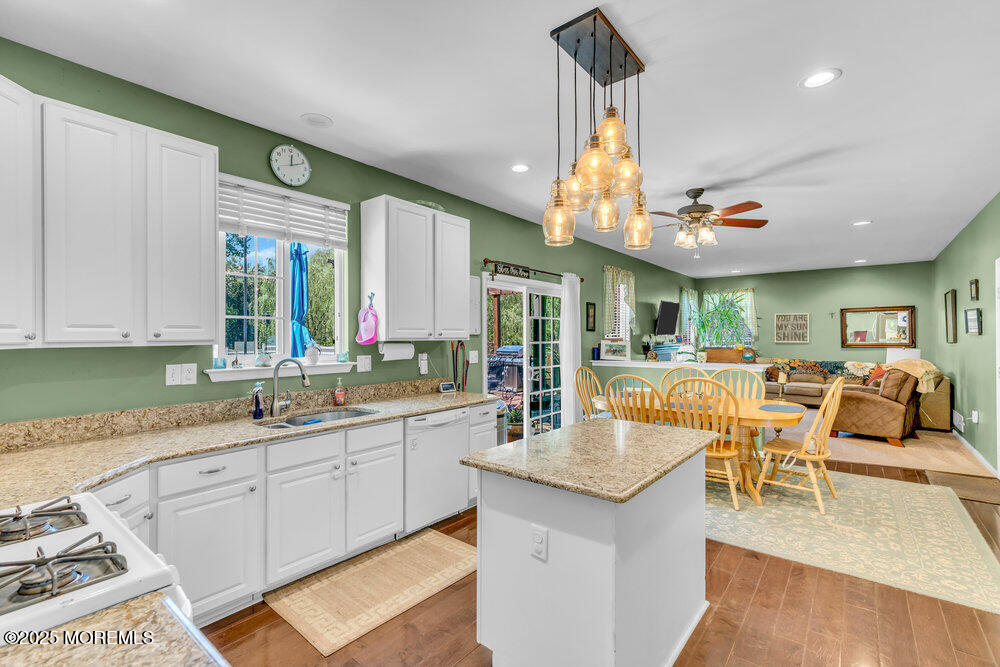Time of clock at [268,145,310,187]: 12:11
